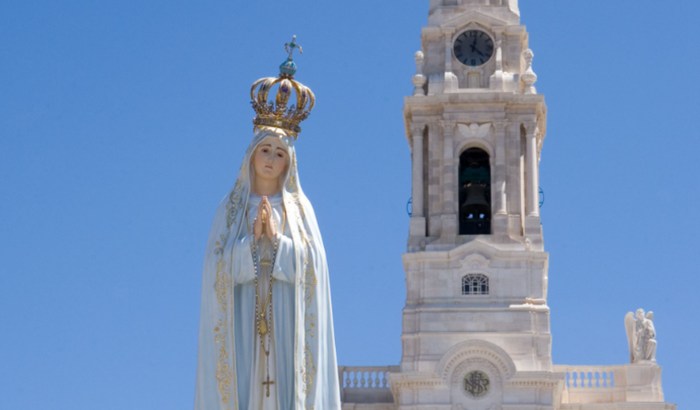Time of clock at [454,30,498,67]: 12:22
